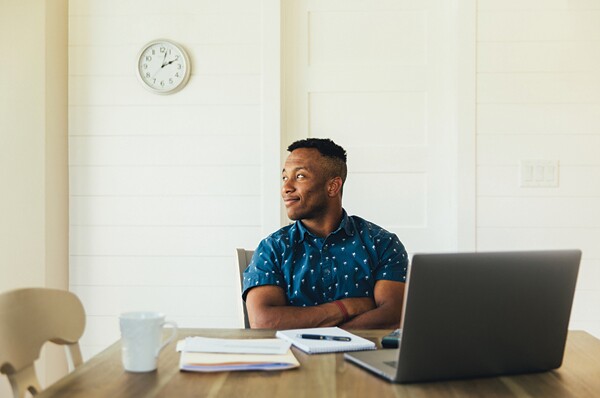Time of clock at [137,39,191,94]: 2:02
